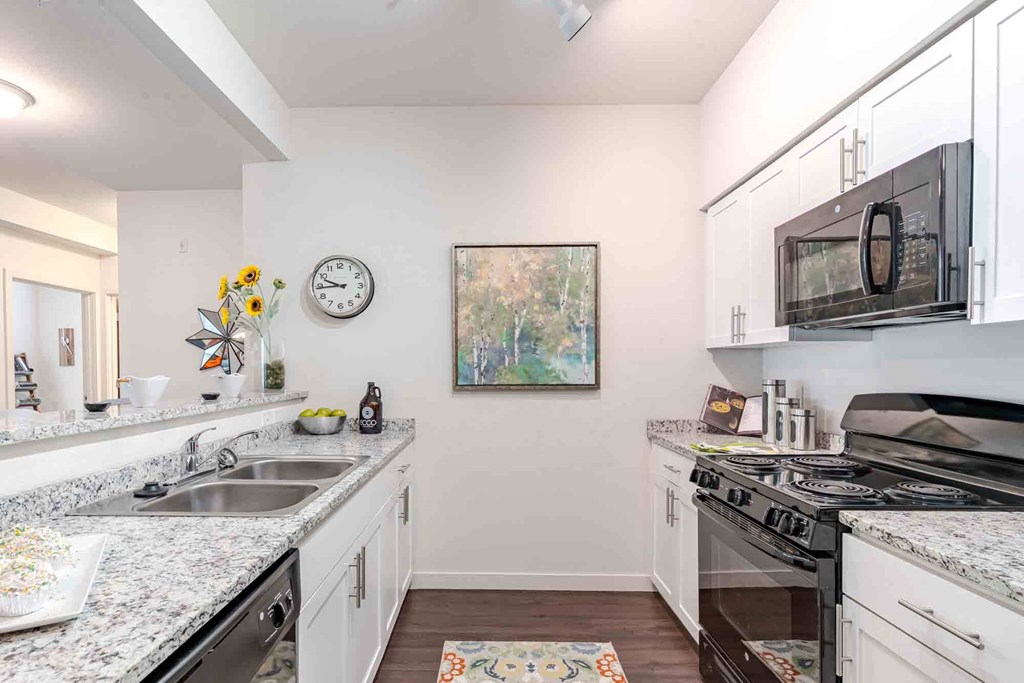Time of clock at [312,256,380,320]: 9:44
